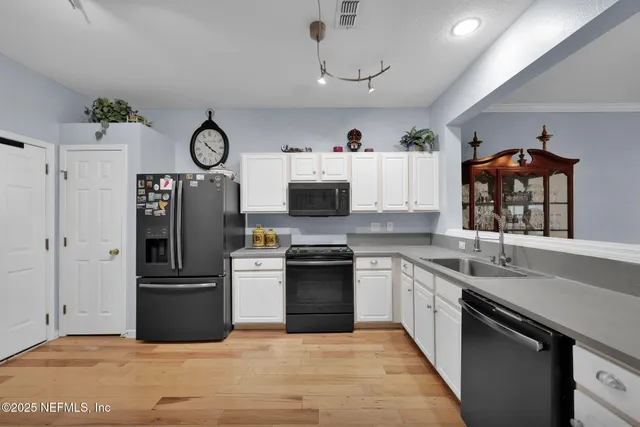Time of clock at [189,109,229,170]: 10:20
